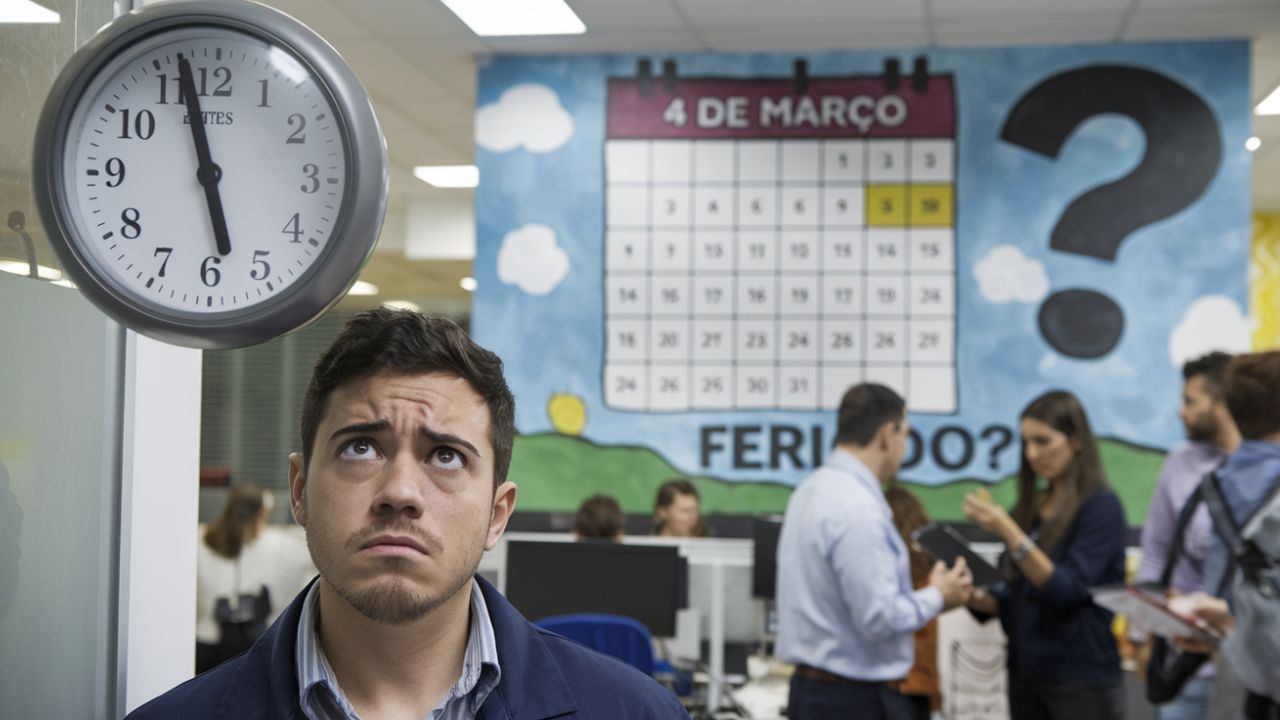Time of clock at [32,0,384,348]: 5:57
